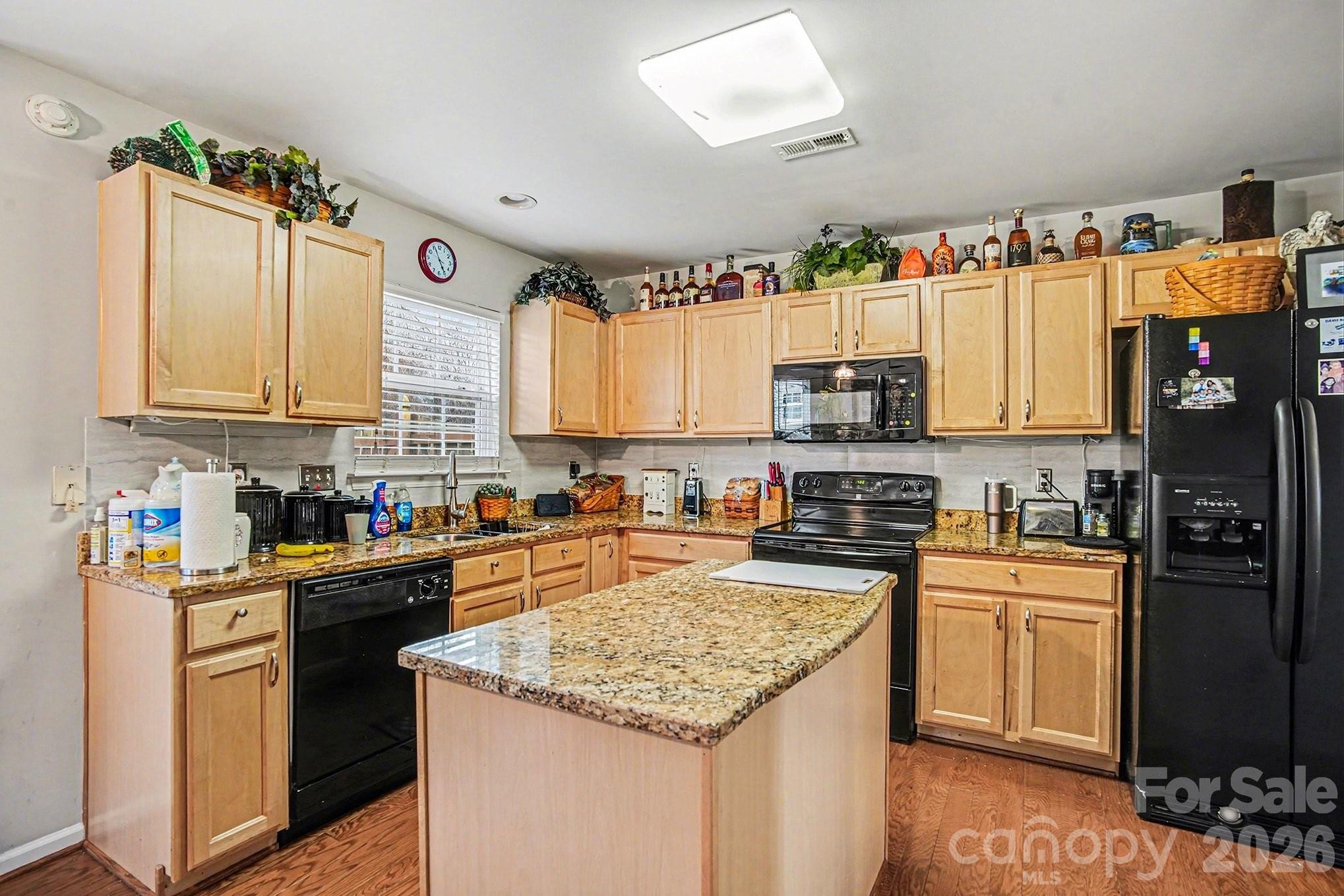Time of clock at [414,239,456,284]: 4:56
